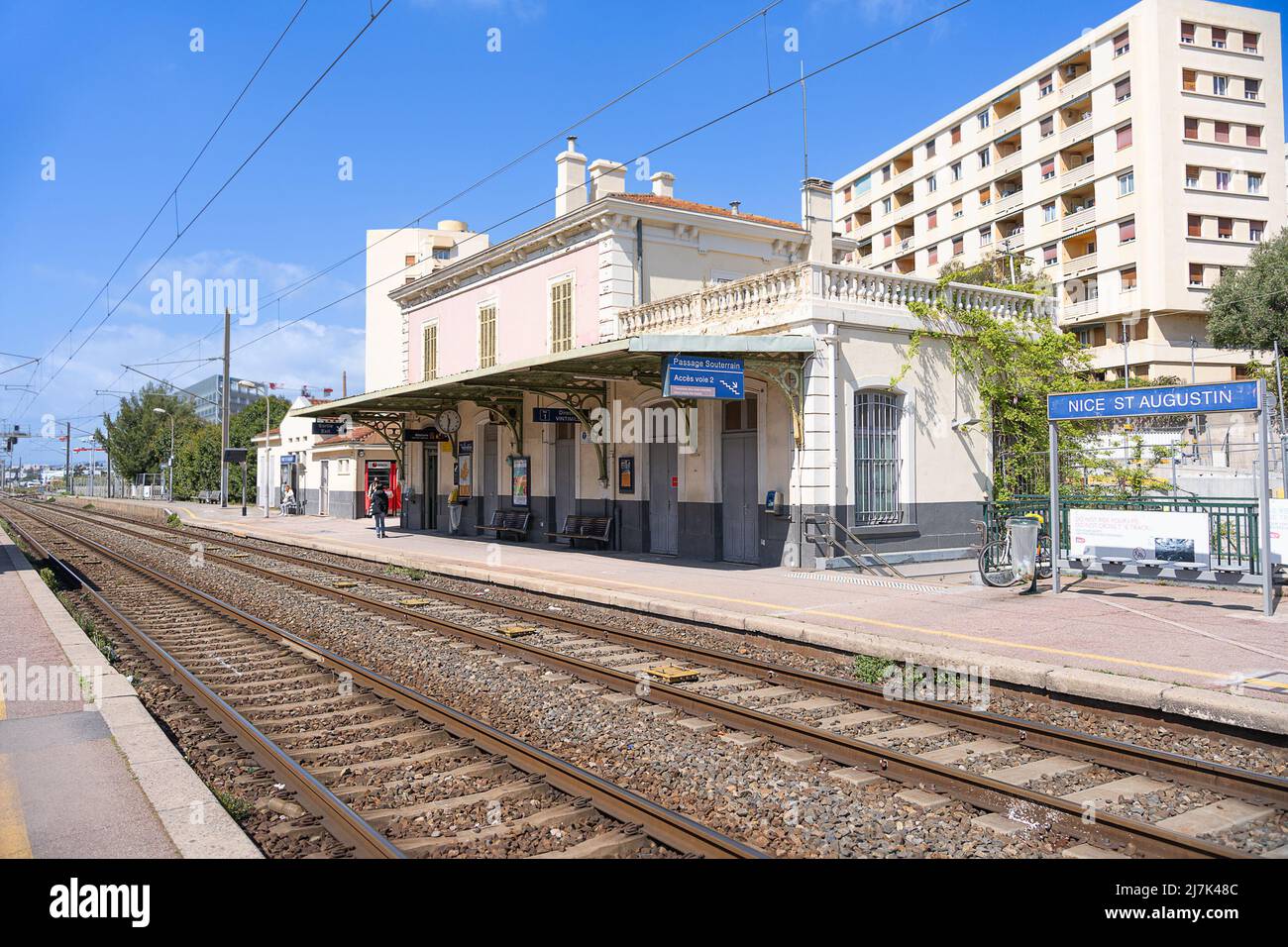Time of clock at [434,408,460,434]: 11:32
